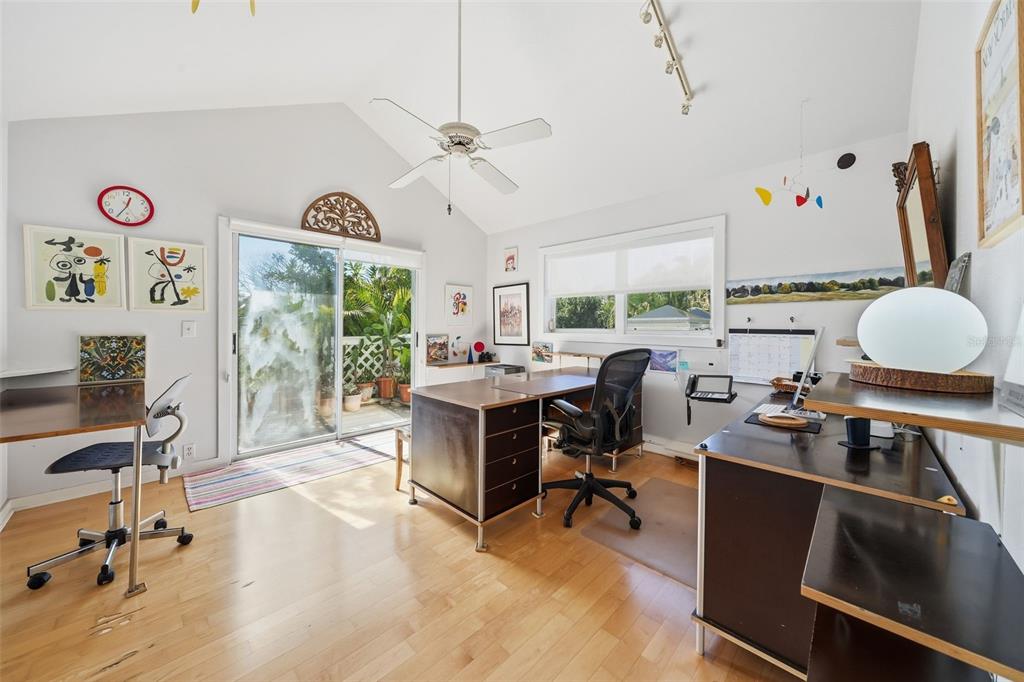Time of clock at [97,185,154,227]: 12:35
